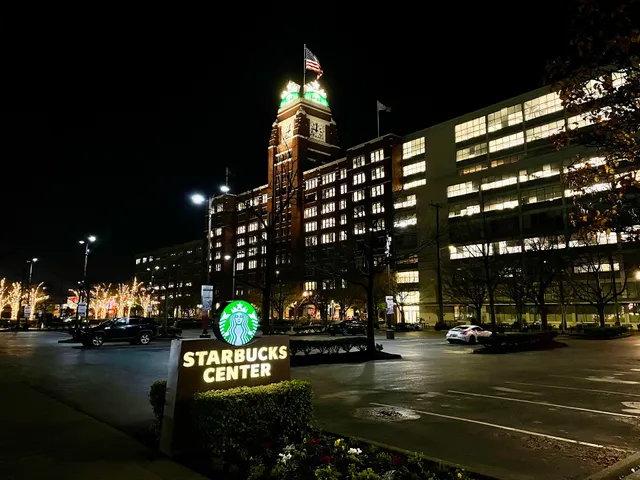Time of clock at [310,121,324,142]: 11:46
